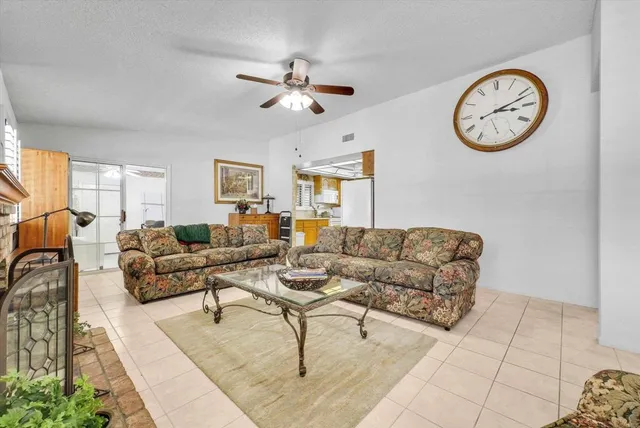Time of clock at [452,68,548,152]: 3:11
